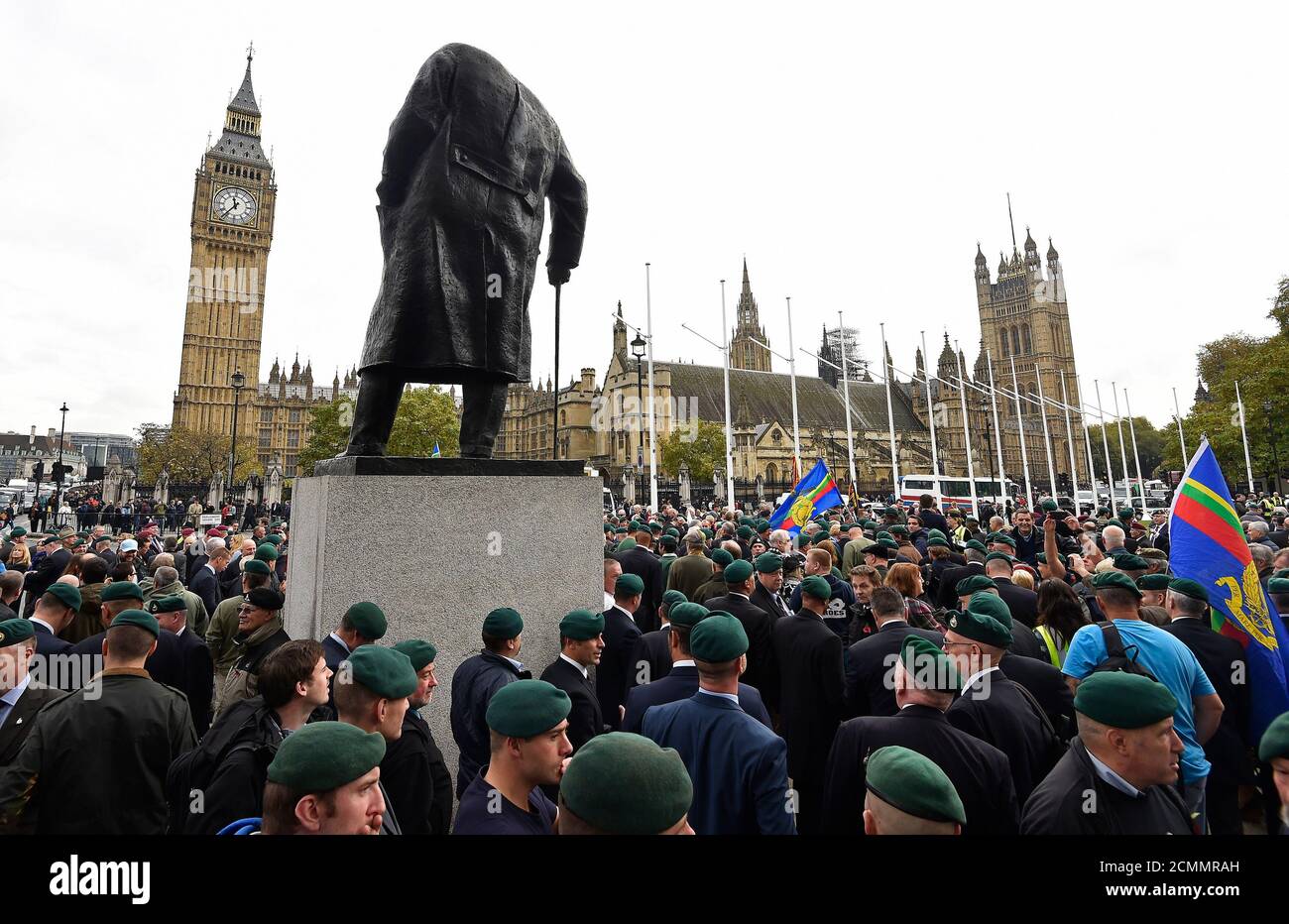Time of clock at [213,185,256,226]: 11:36
